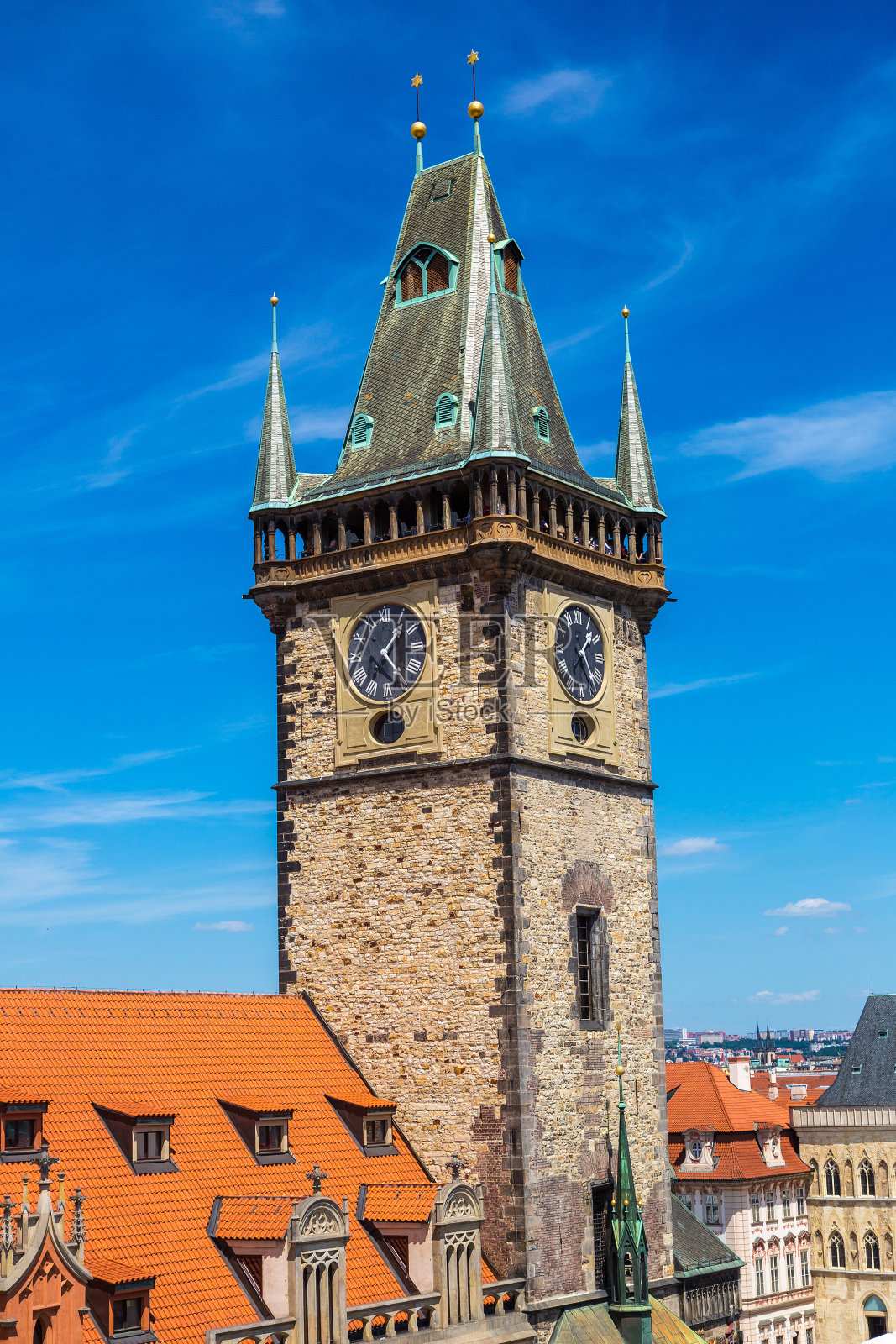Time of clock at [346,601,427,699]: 1:23
